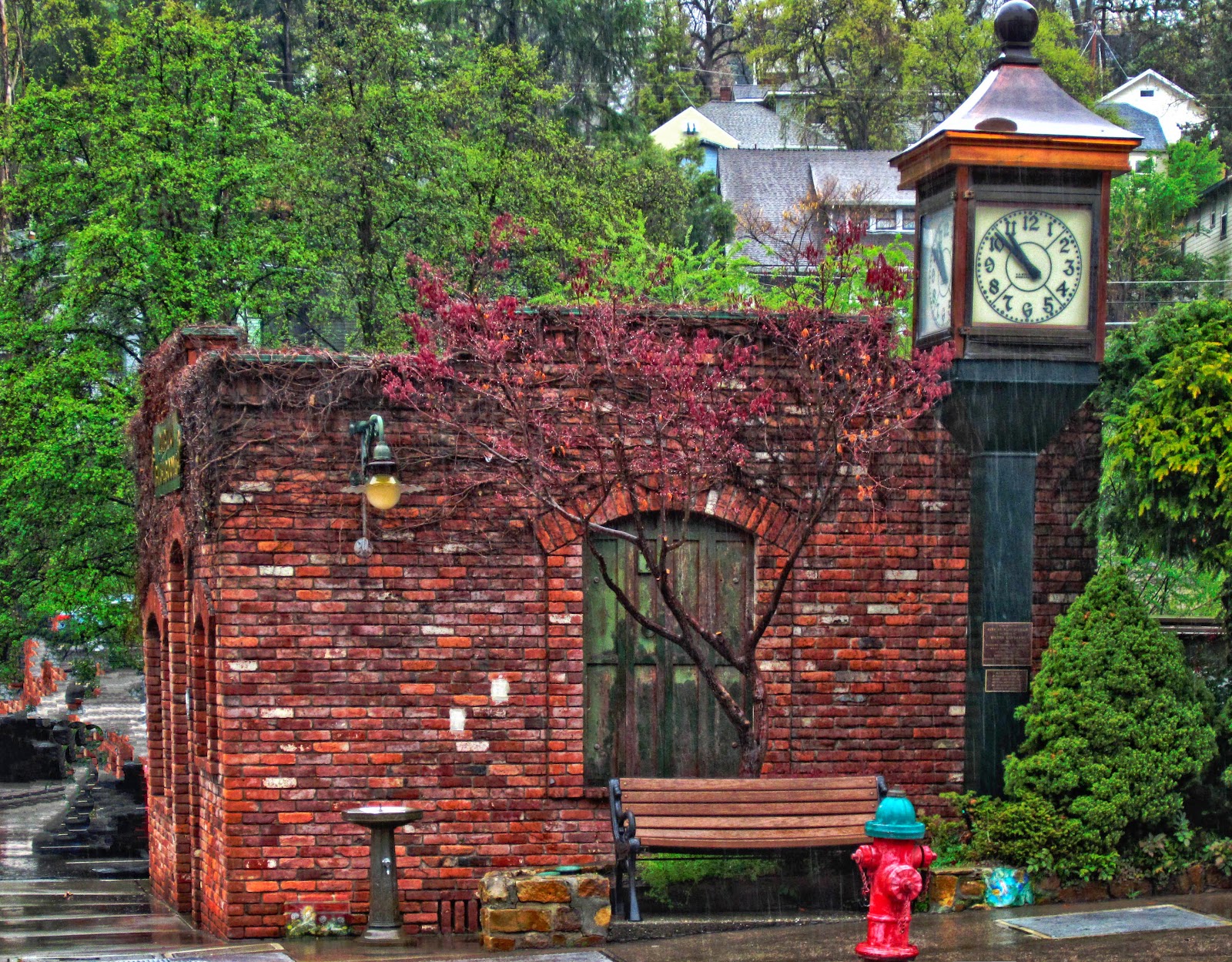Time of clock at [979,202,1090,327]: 10:51
